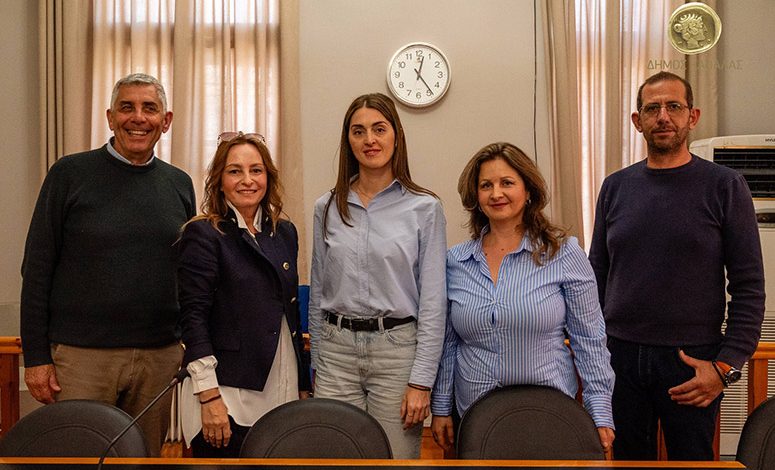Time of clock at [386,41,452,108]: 12:23
